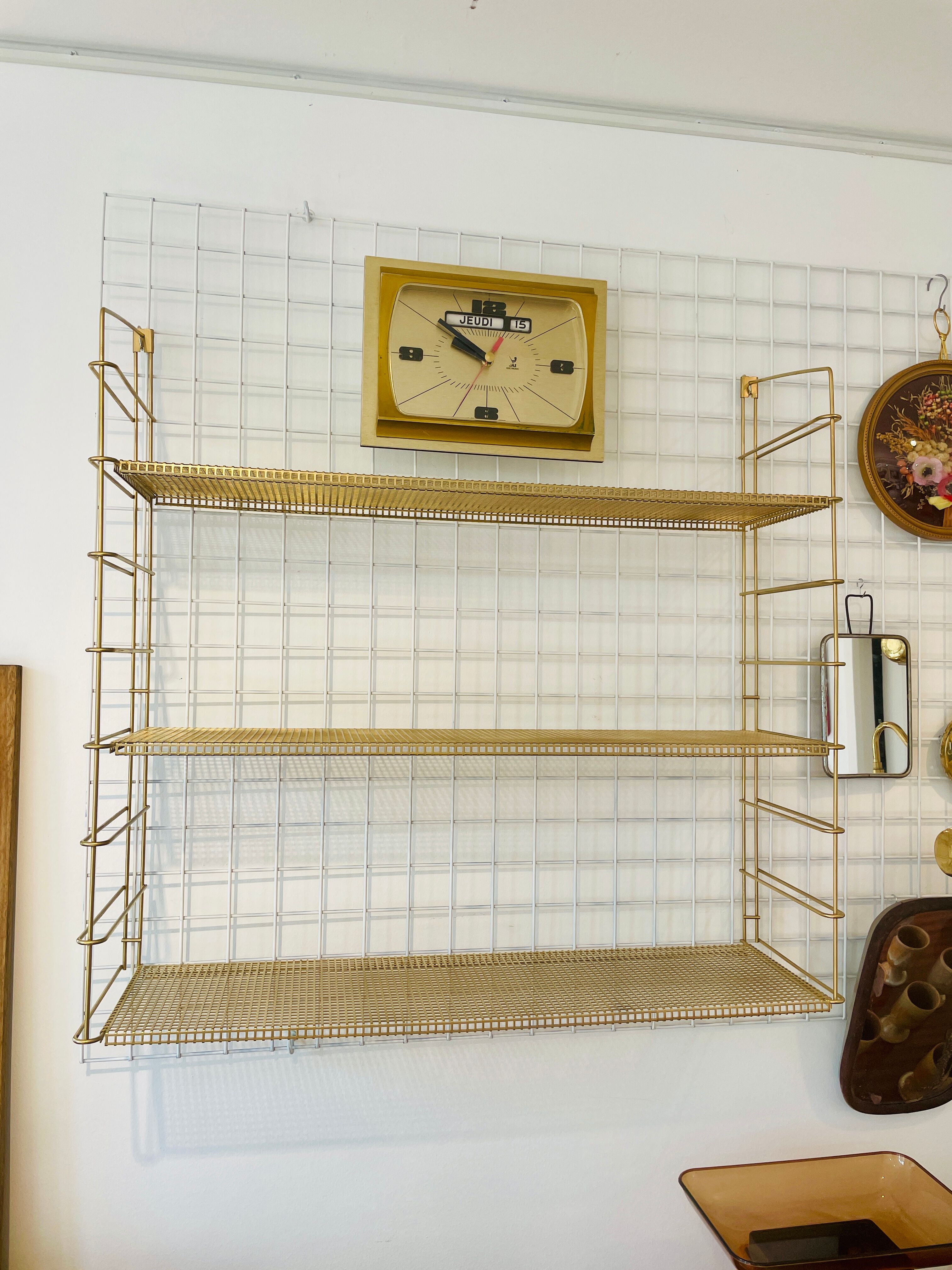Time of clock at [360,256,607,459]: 9:52
